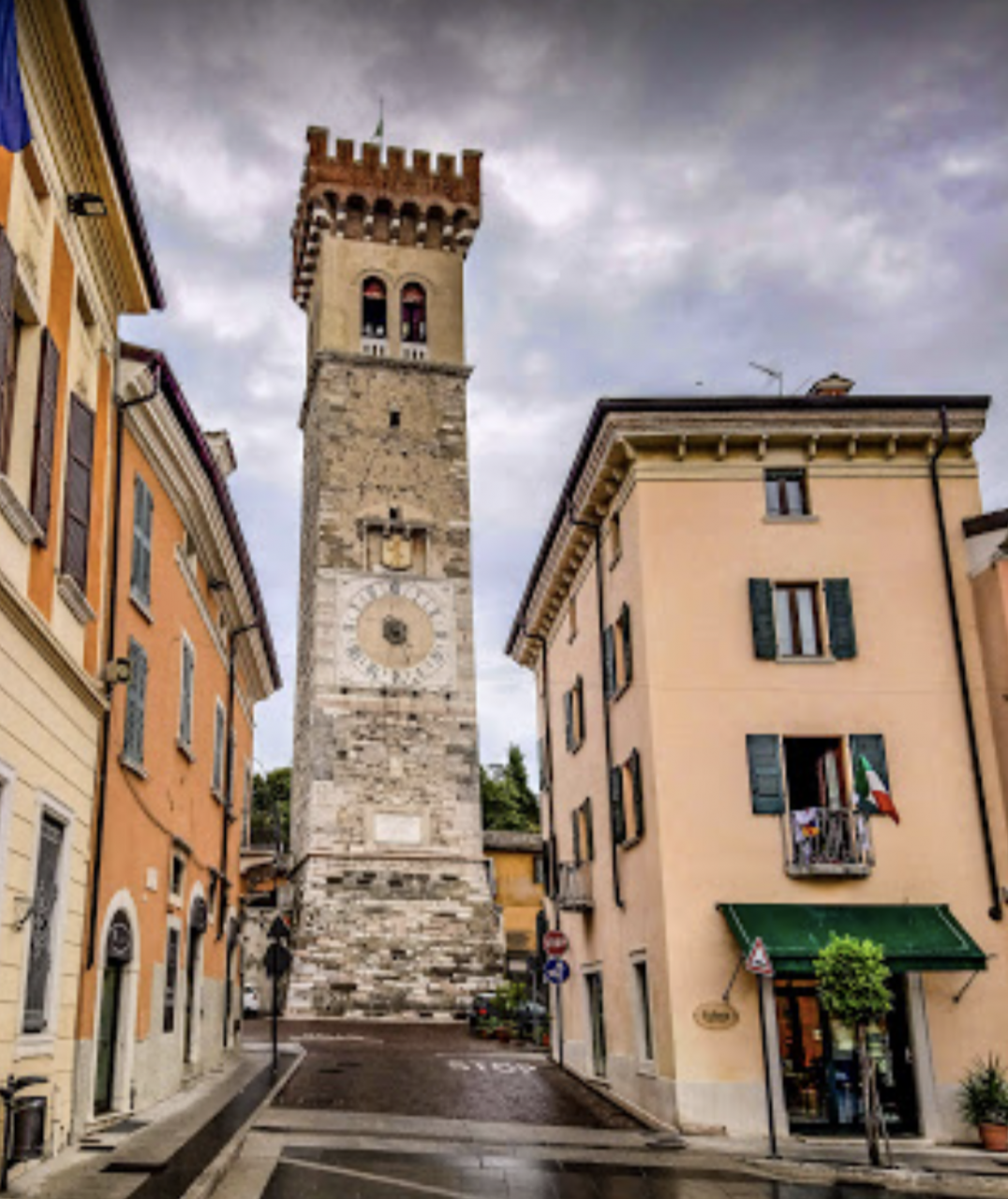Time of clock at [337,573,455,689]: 4:31
